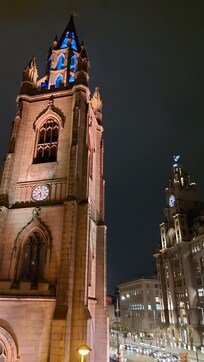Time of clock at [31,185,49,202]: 5:38
